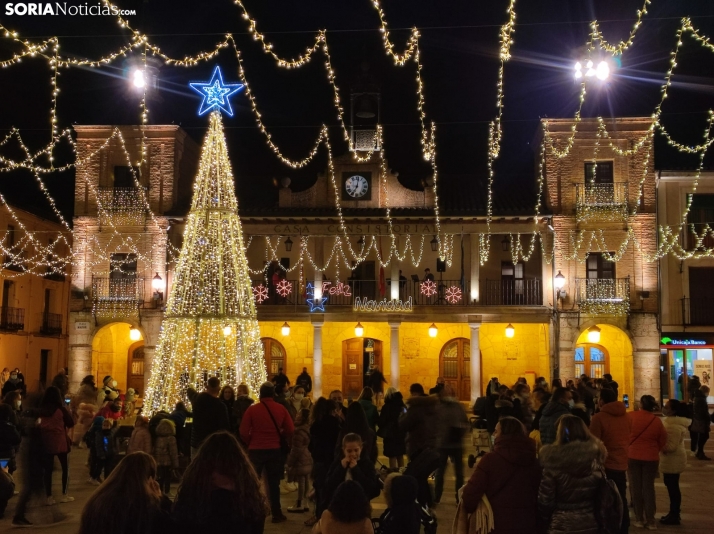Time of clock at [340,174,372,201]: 7:01
